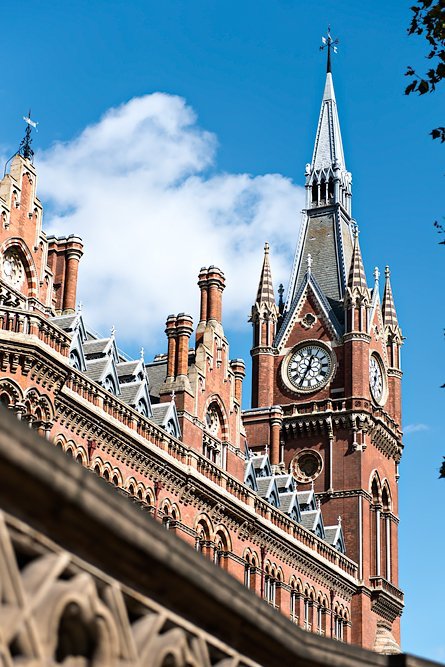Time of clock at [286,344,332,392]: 12:34
